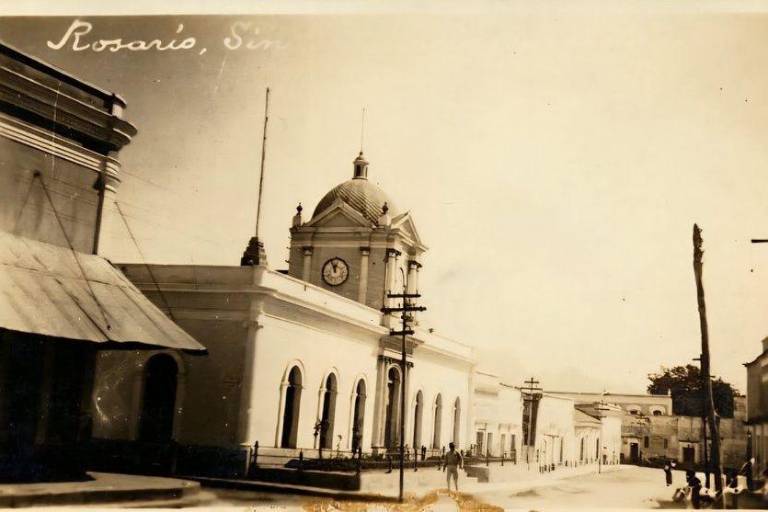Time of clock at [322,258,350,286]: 11:55
